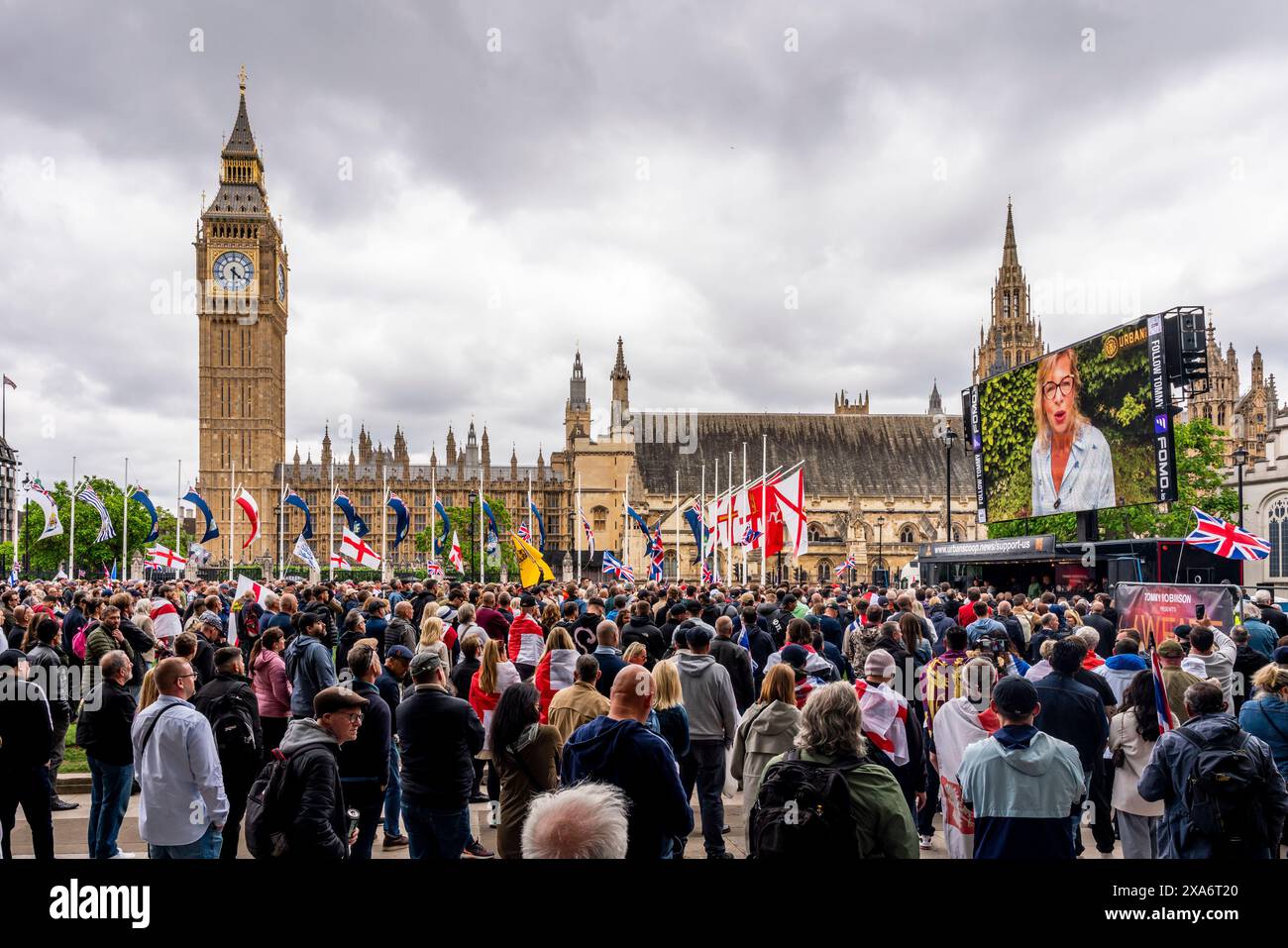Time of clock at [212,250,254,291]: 4:31
